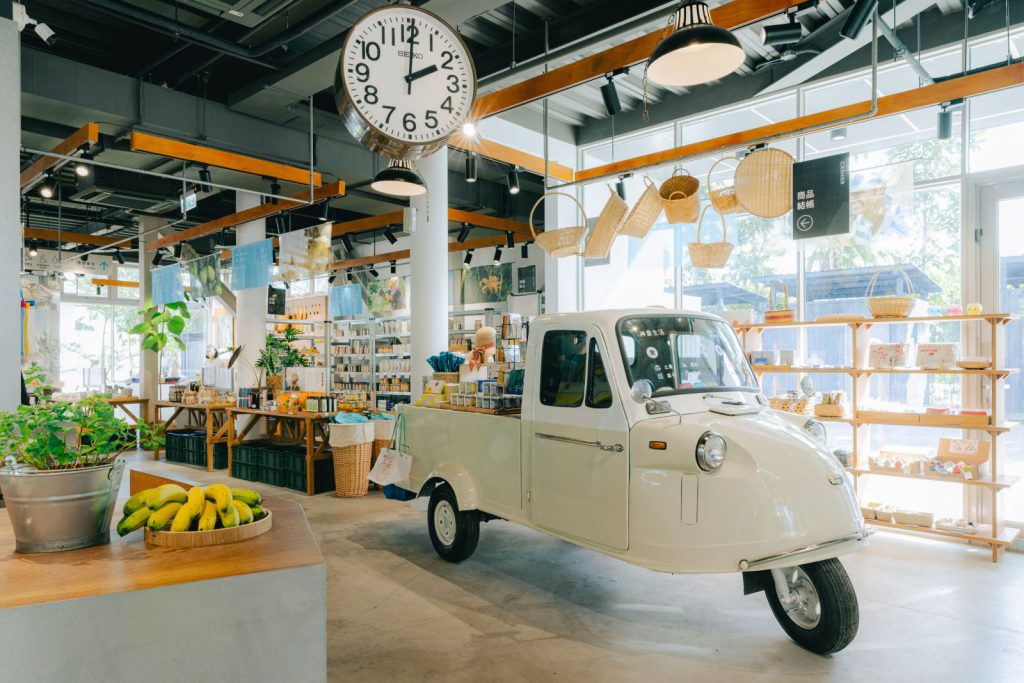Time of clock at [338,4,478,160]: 2:00
